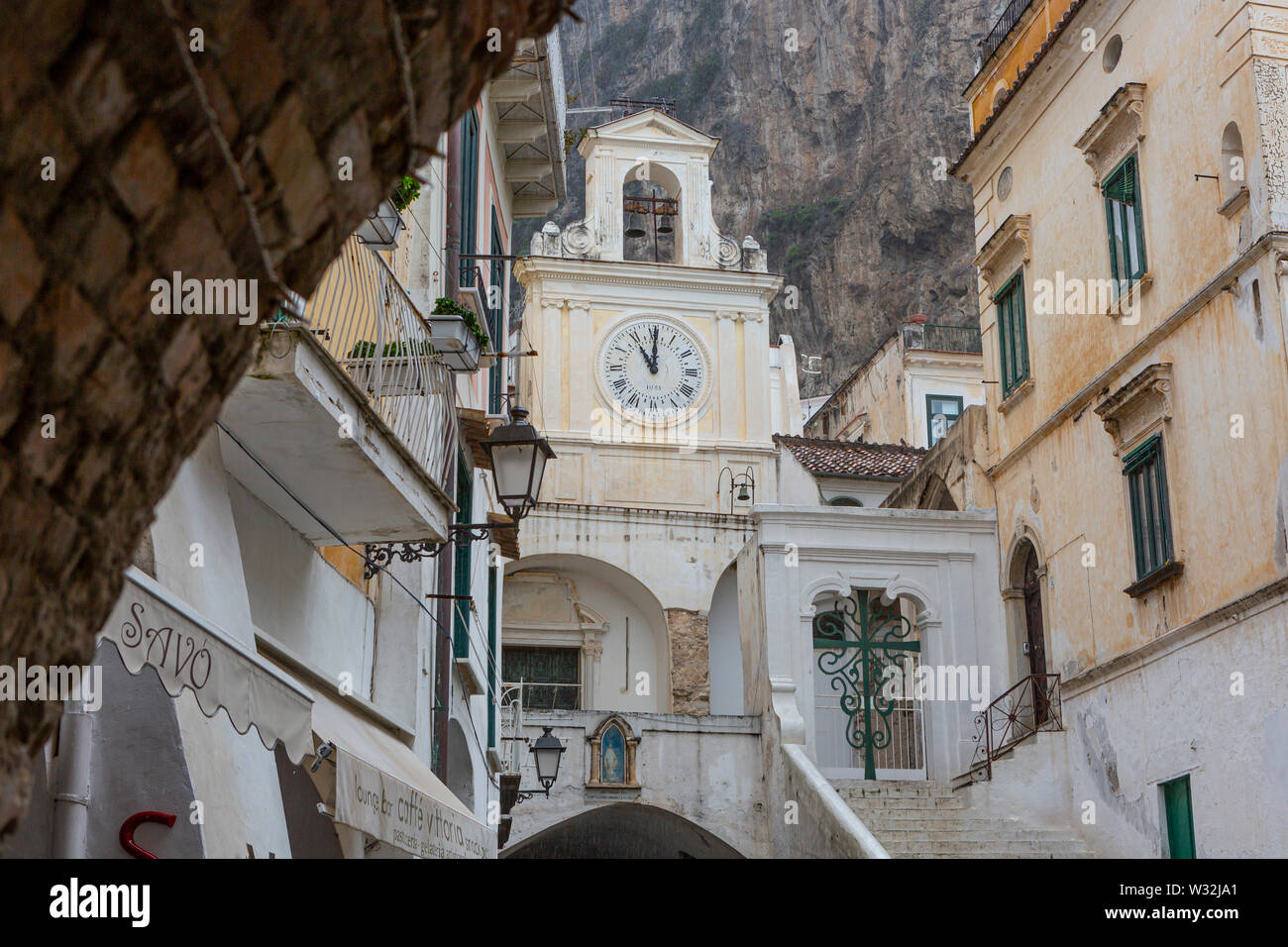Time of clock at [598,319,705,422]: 11:00
